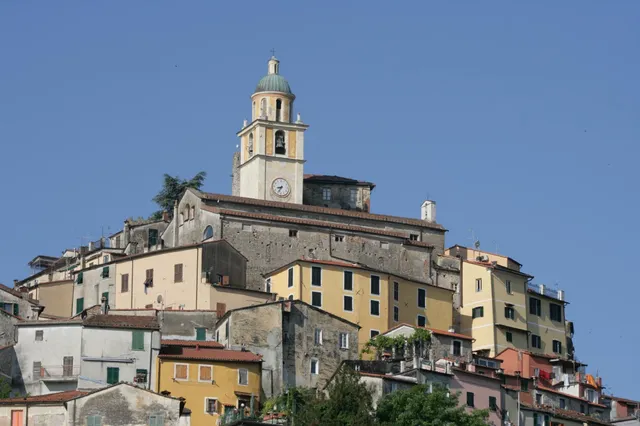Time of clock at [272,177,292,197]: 8:34
